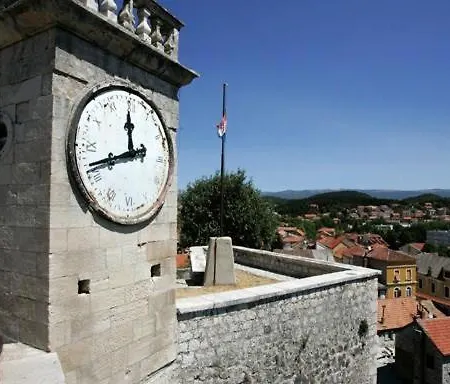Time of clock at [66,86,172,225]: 11:41
